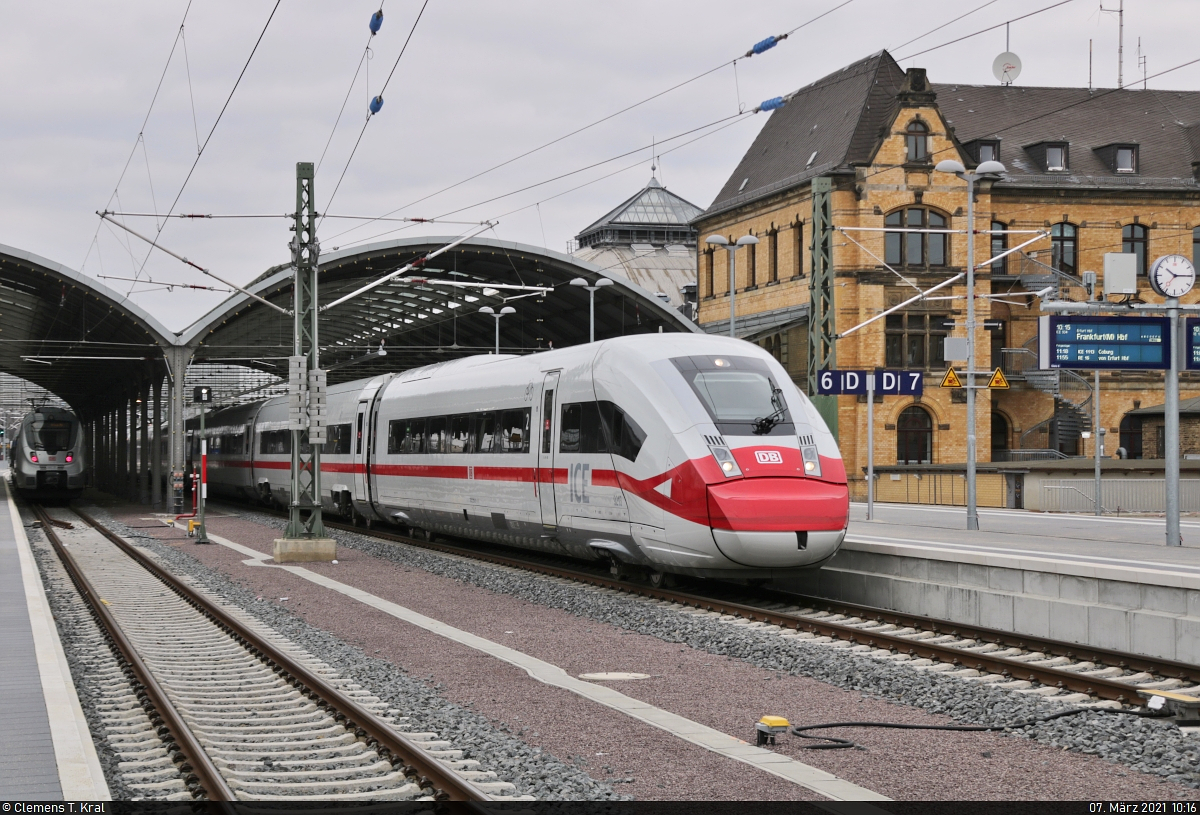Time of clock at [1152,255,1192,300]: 10:14
